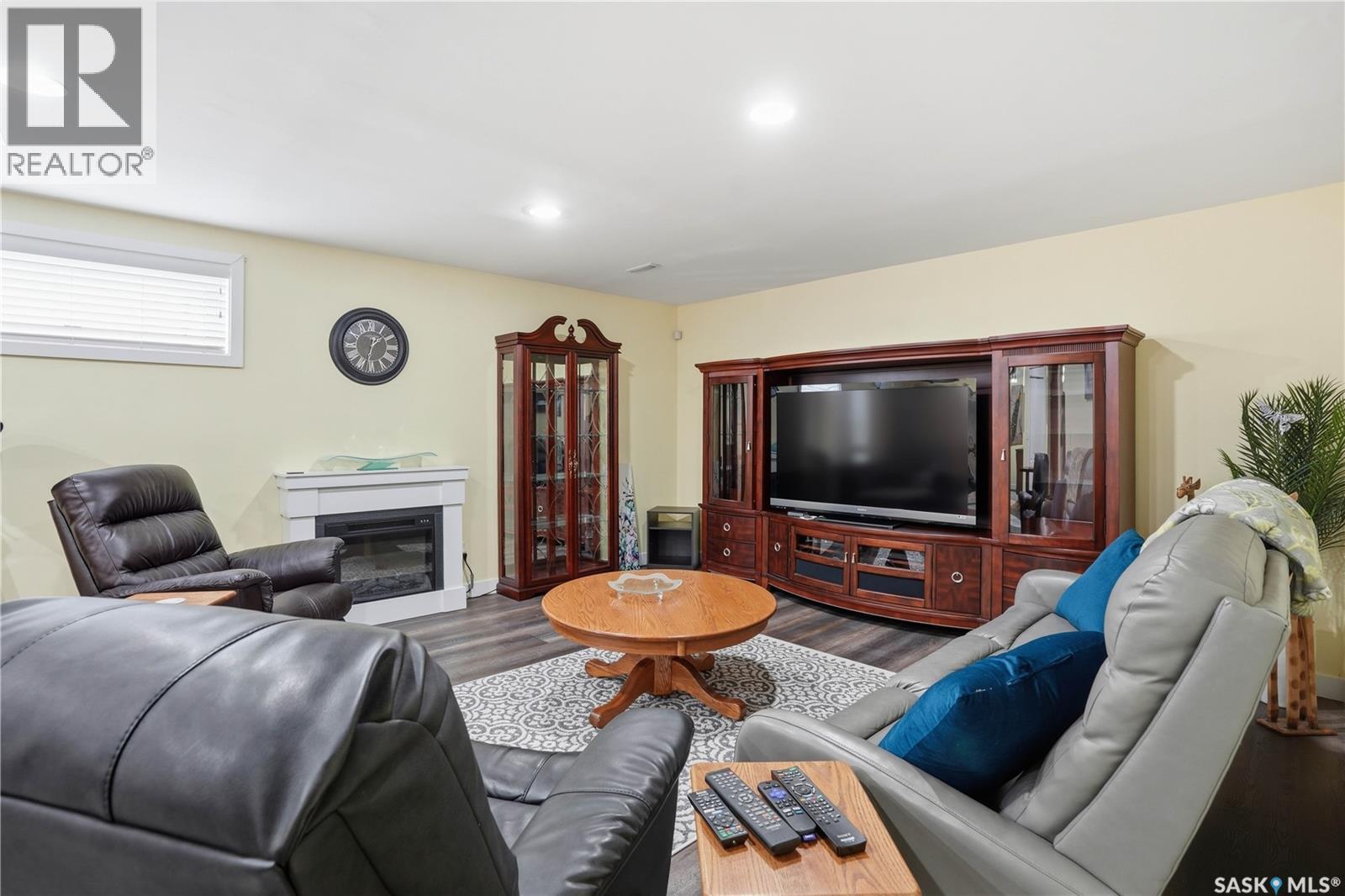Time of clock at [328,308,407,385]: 1:32
